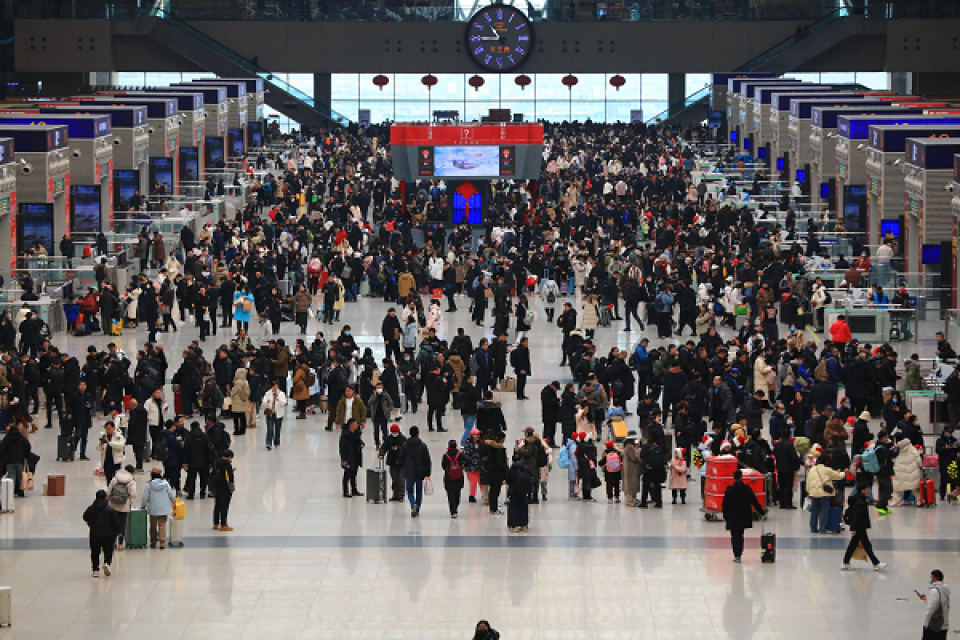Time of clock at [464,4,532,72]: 10:45
